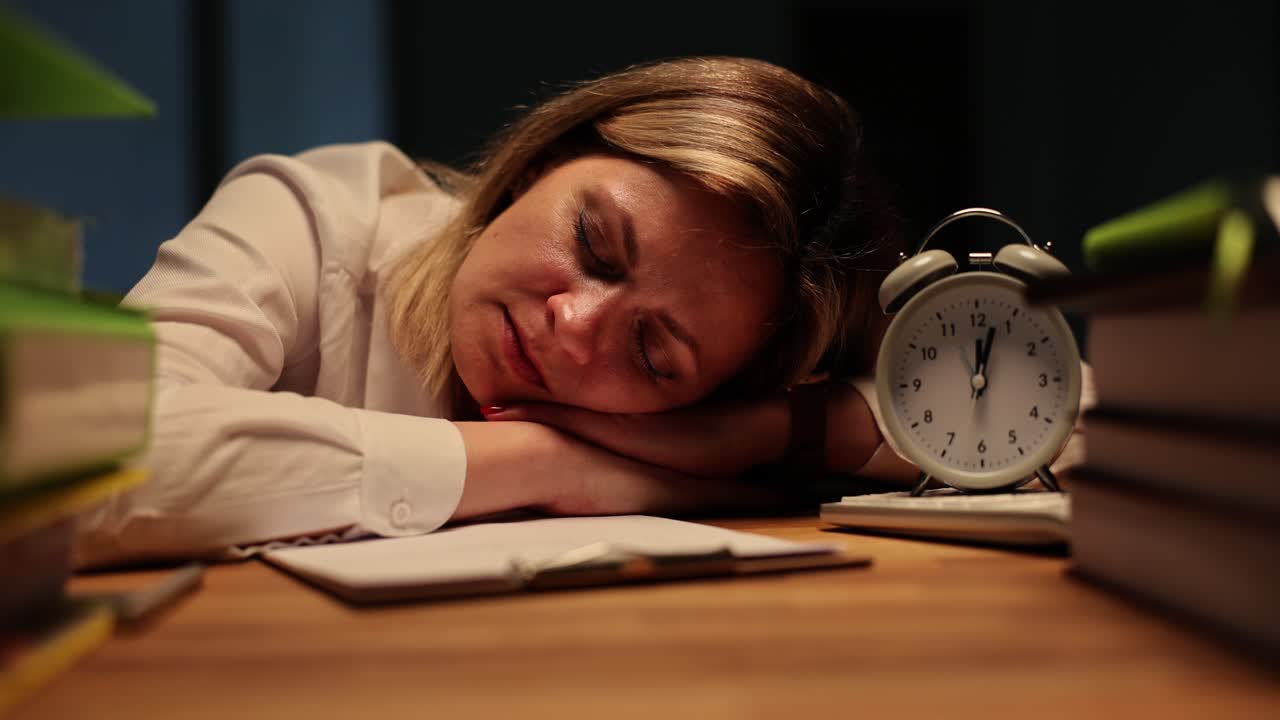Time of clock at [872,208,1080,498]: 12:03
